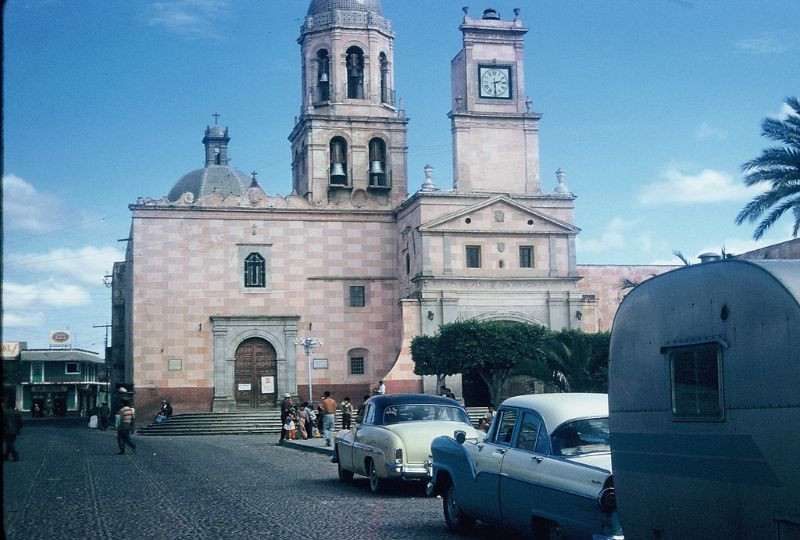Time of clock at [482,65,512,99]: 2:29
